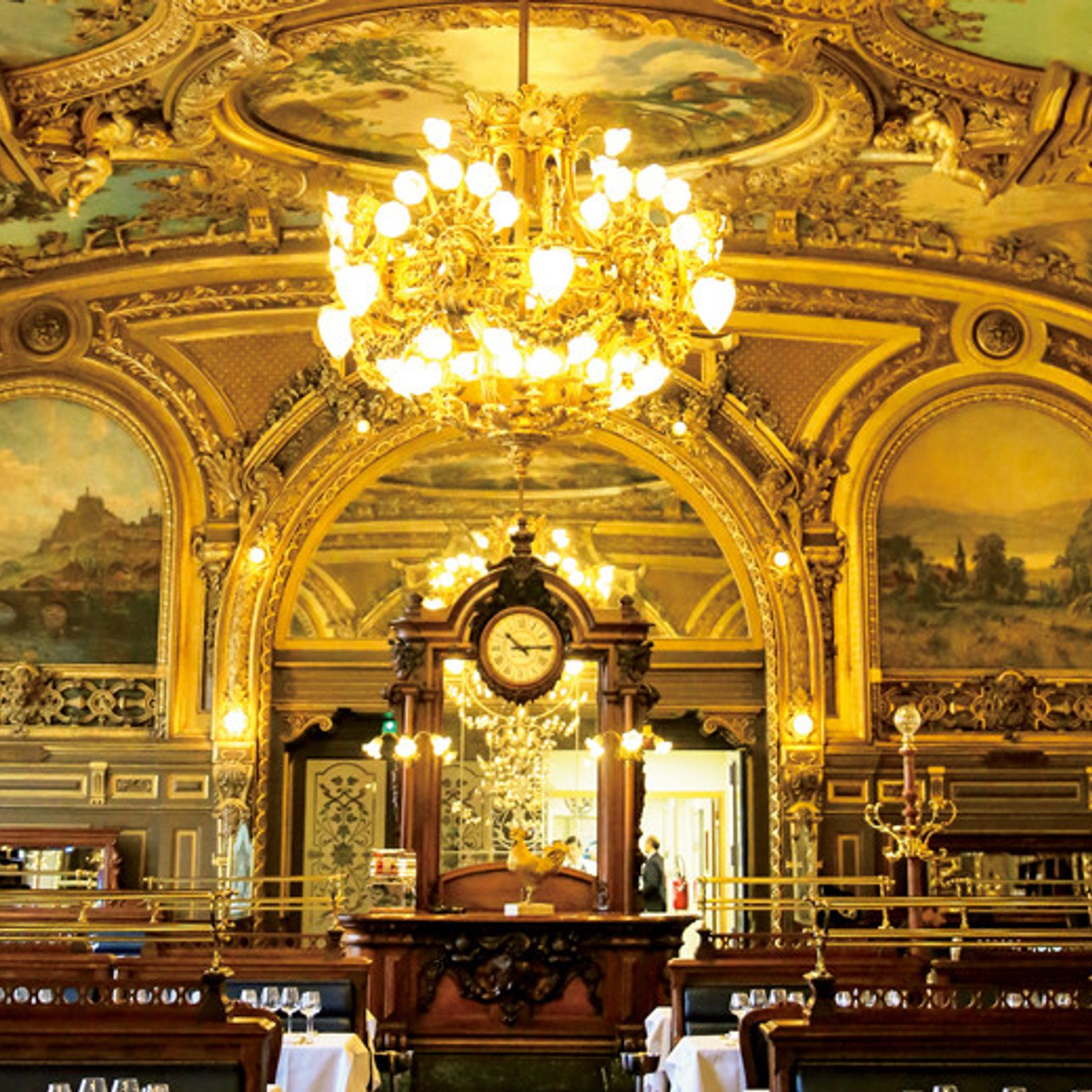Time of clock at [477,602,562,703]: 10:14
